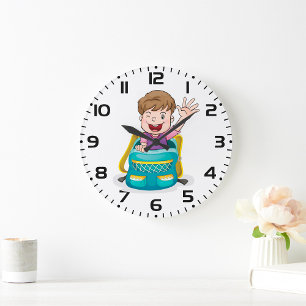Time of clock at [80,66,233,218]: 1:49
